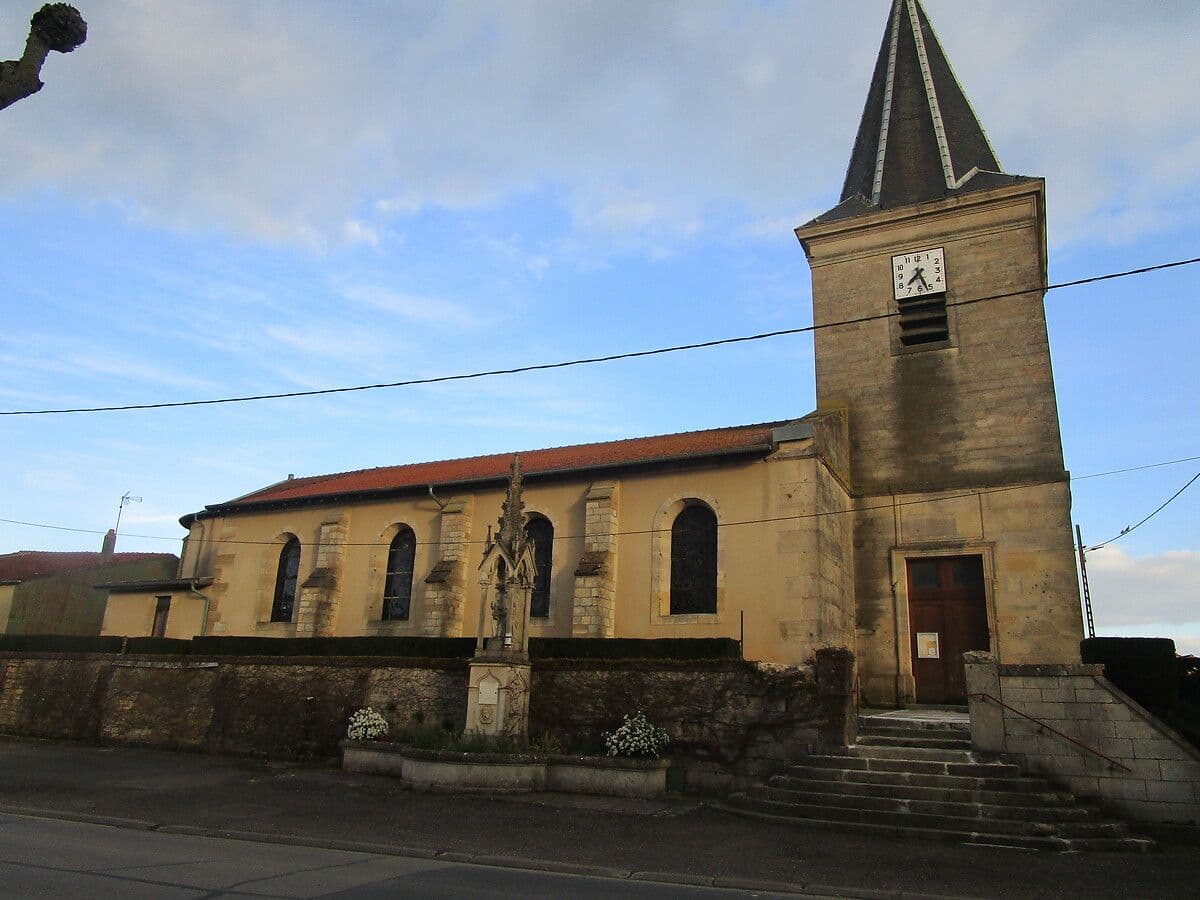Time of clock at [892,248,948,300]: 7:26
